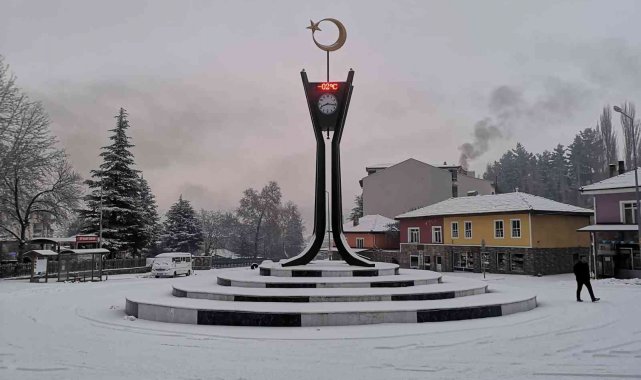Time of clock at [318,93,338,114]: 8:16
